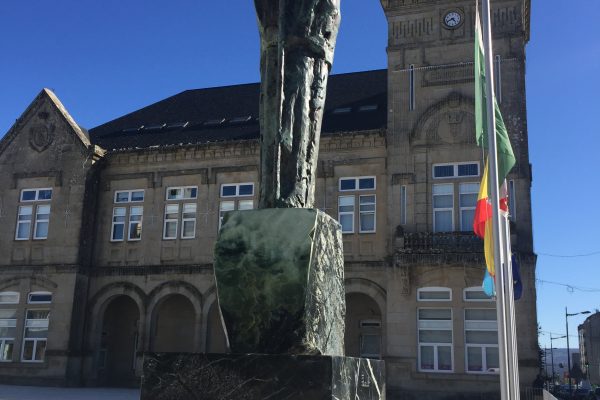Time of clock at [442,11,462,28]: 4:41
